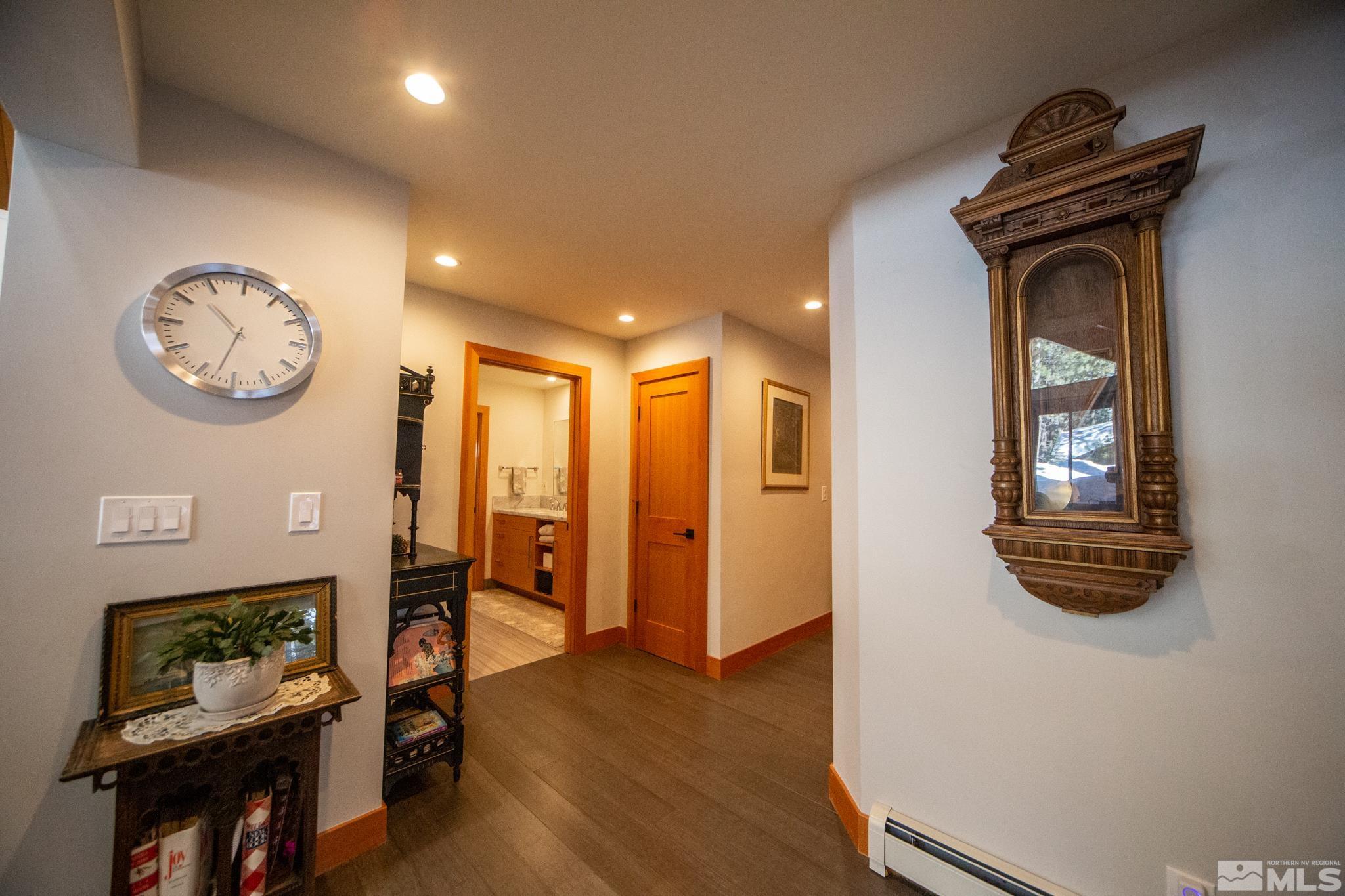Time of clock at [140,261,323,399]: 10:32
